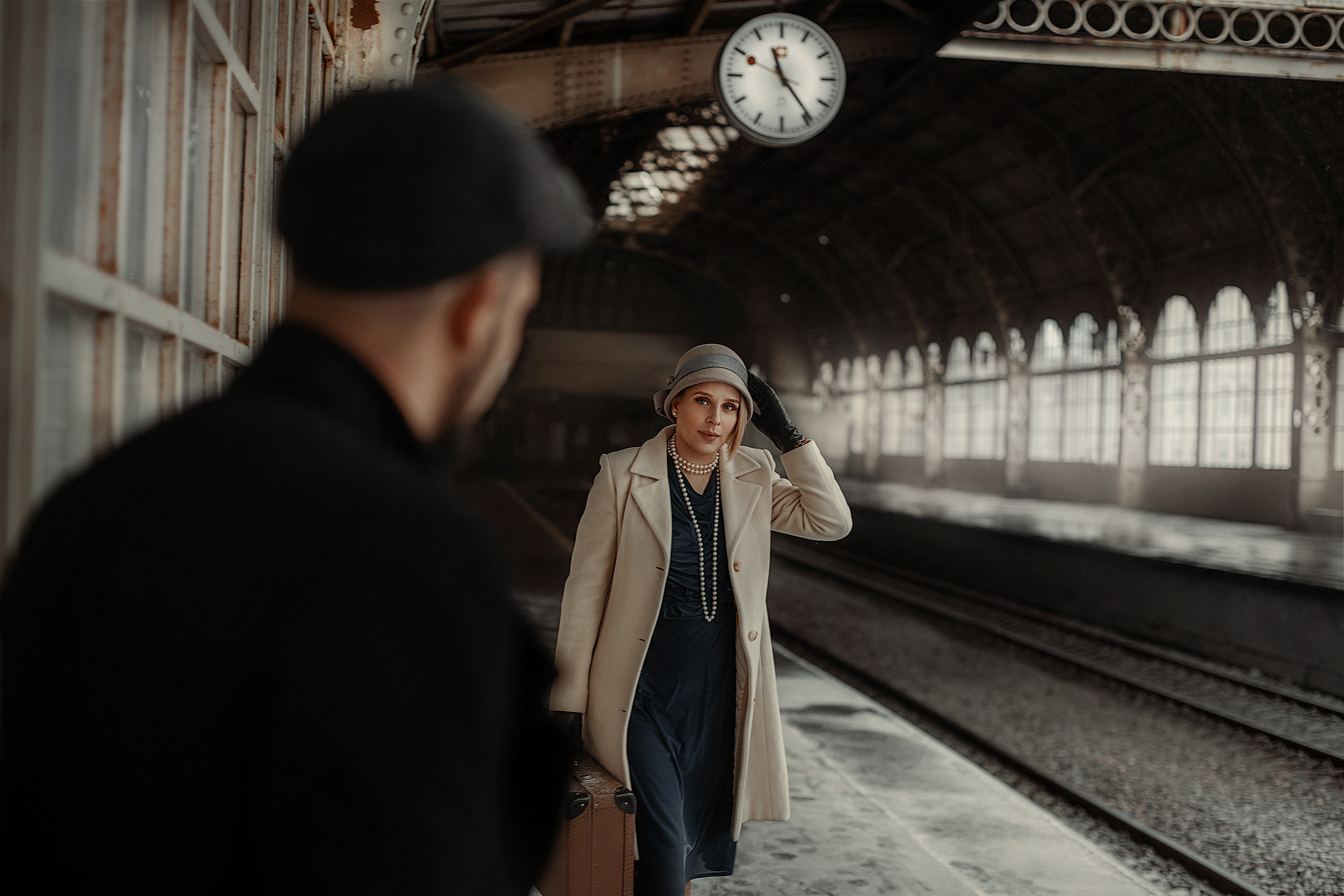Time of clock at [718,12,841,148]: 11:23
